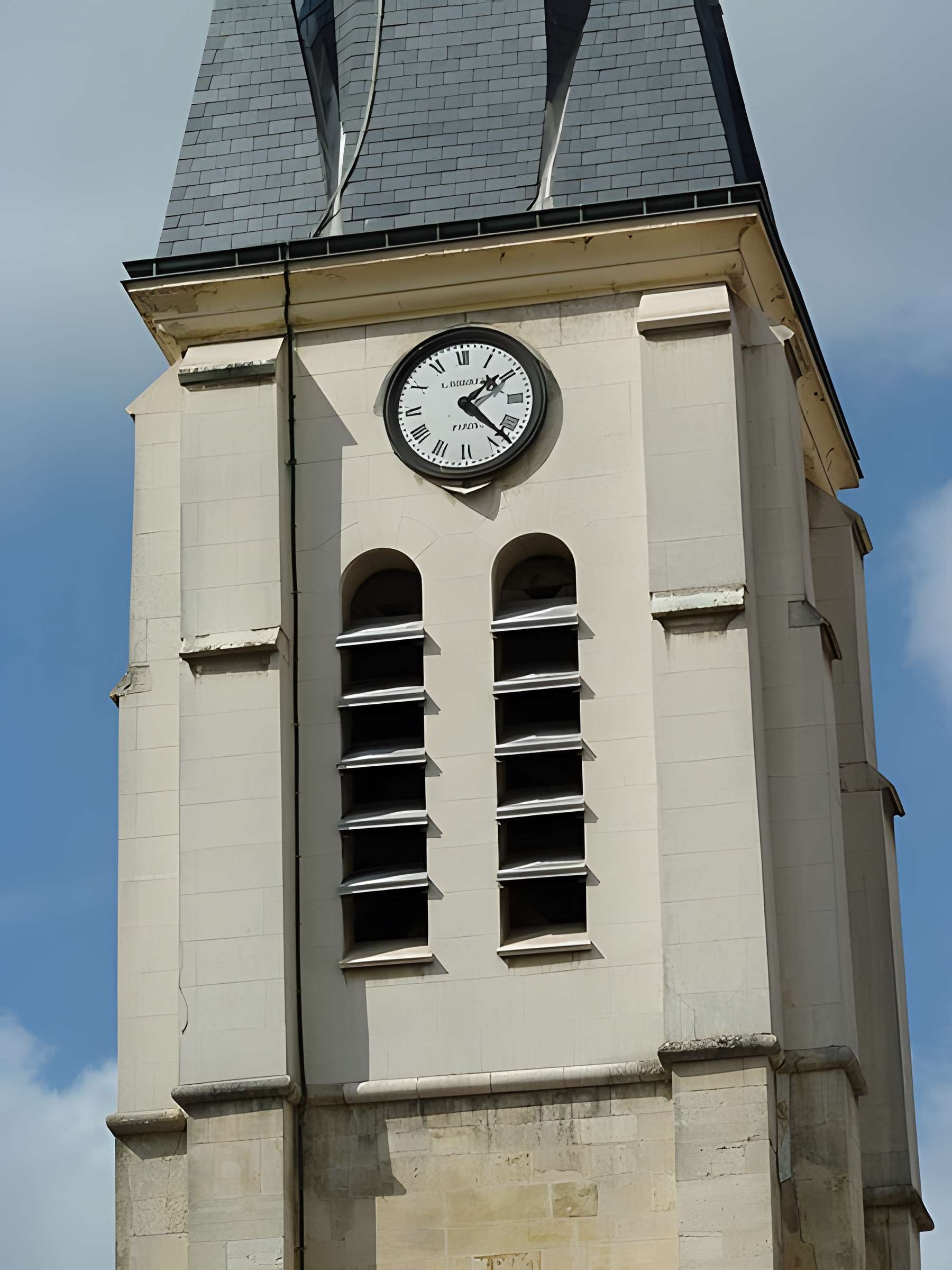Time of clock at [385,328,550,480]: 1:22
